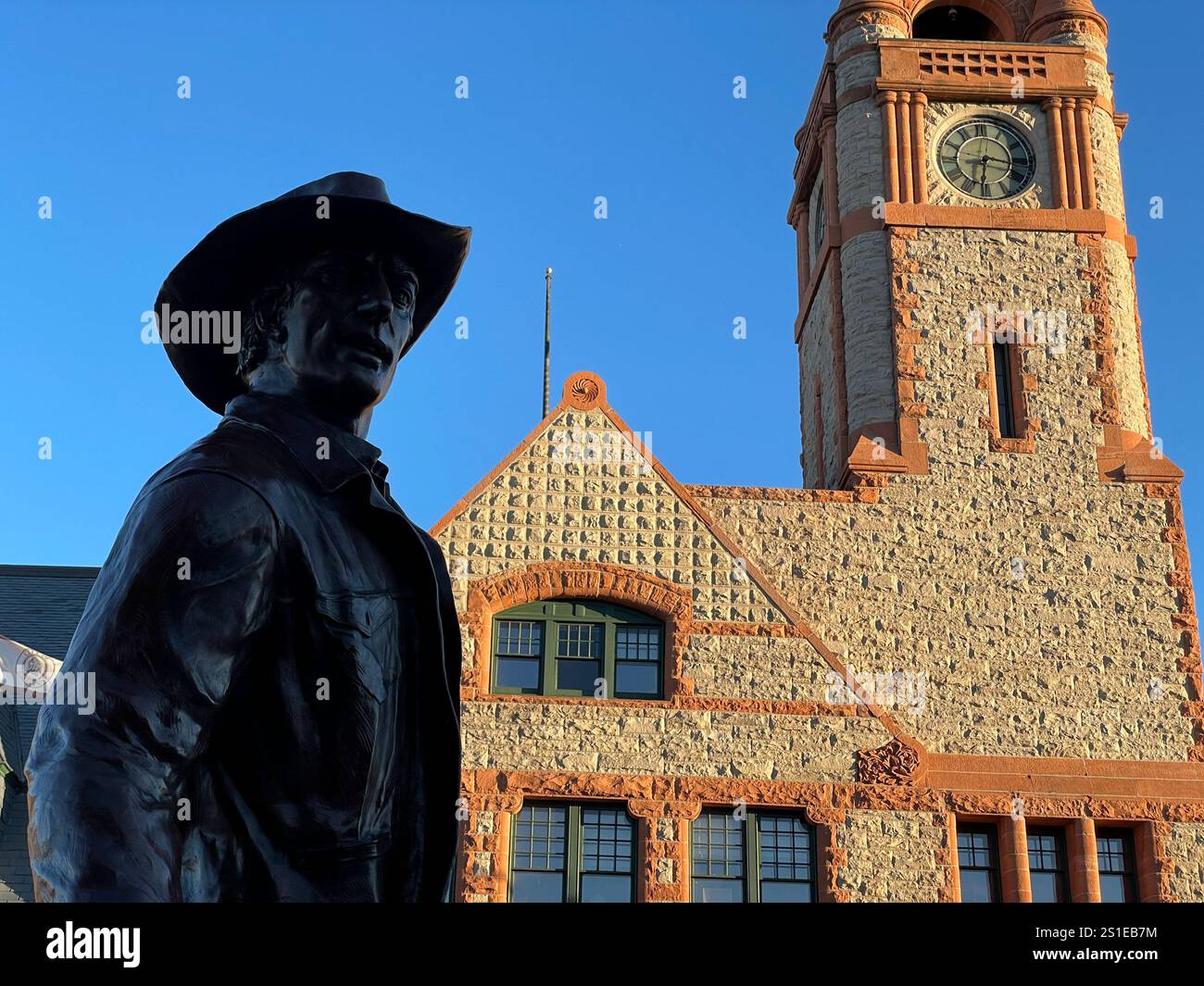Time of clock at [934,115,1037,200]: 6:16
